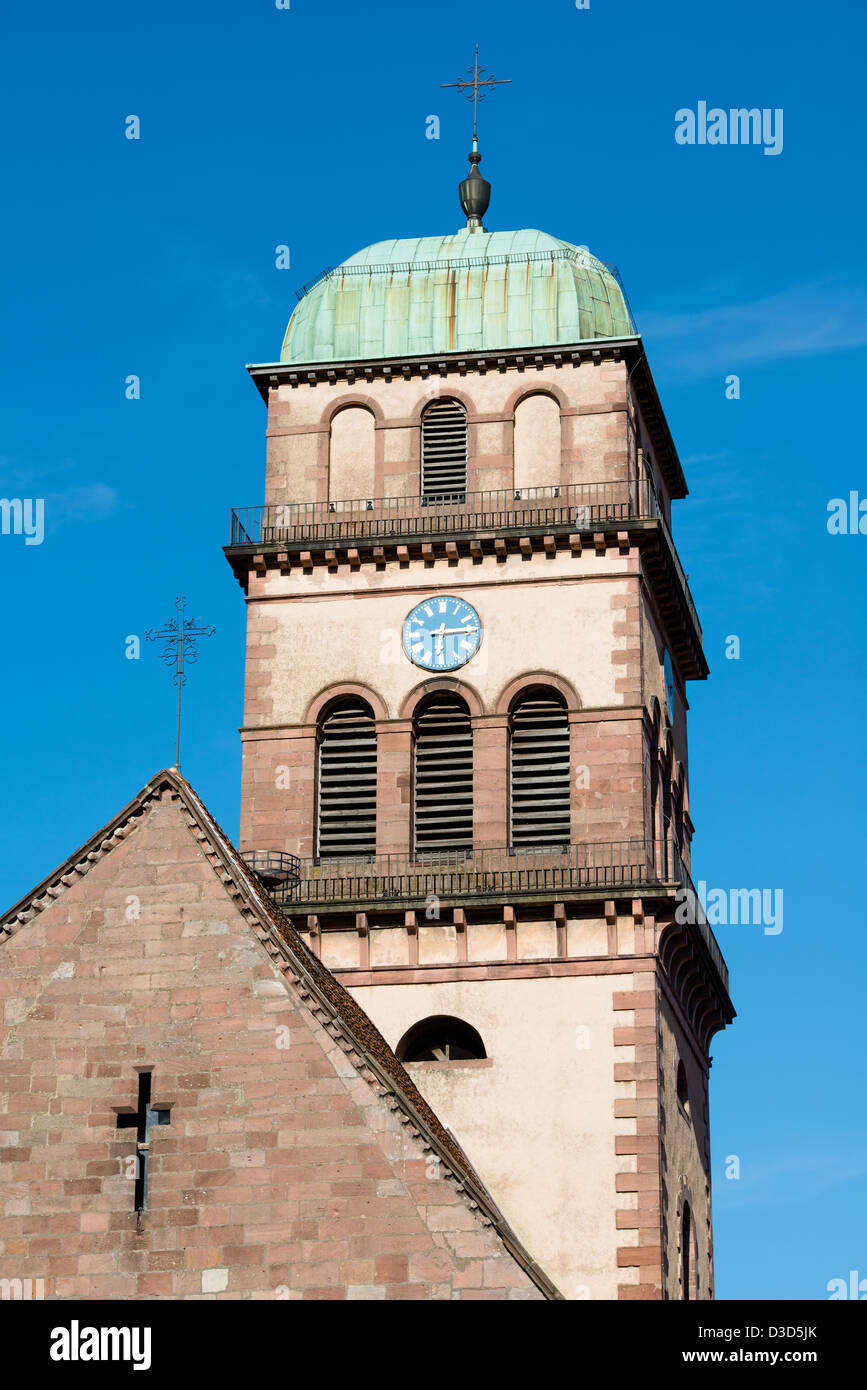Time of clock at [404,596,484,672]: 6:14
